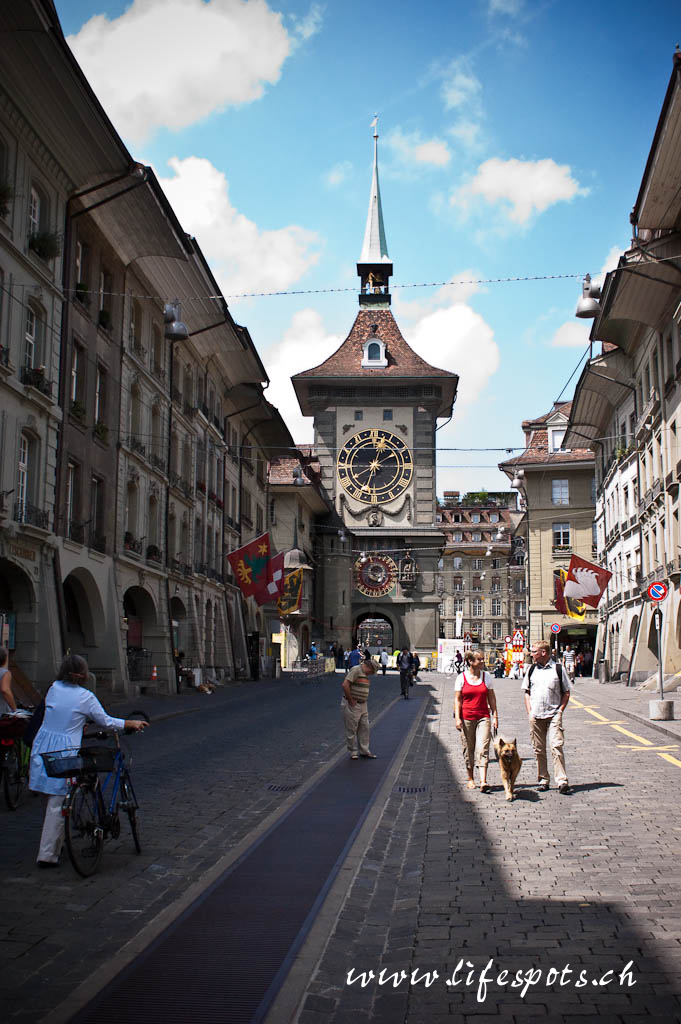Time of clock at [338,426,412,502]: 12:33
